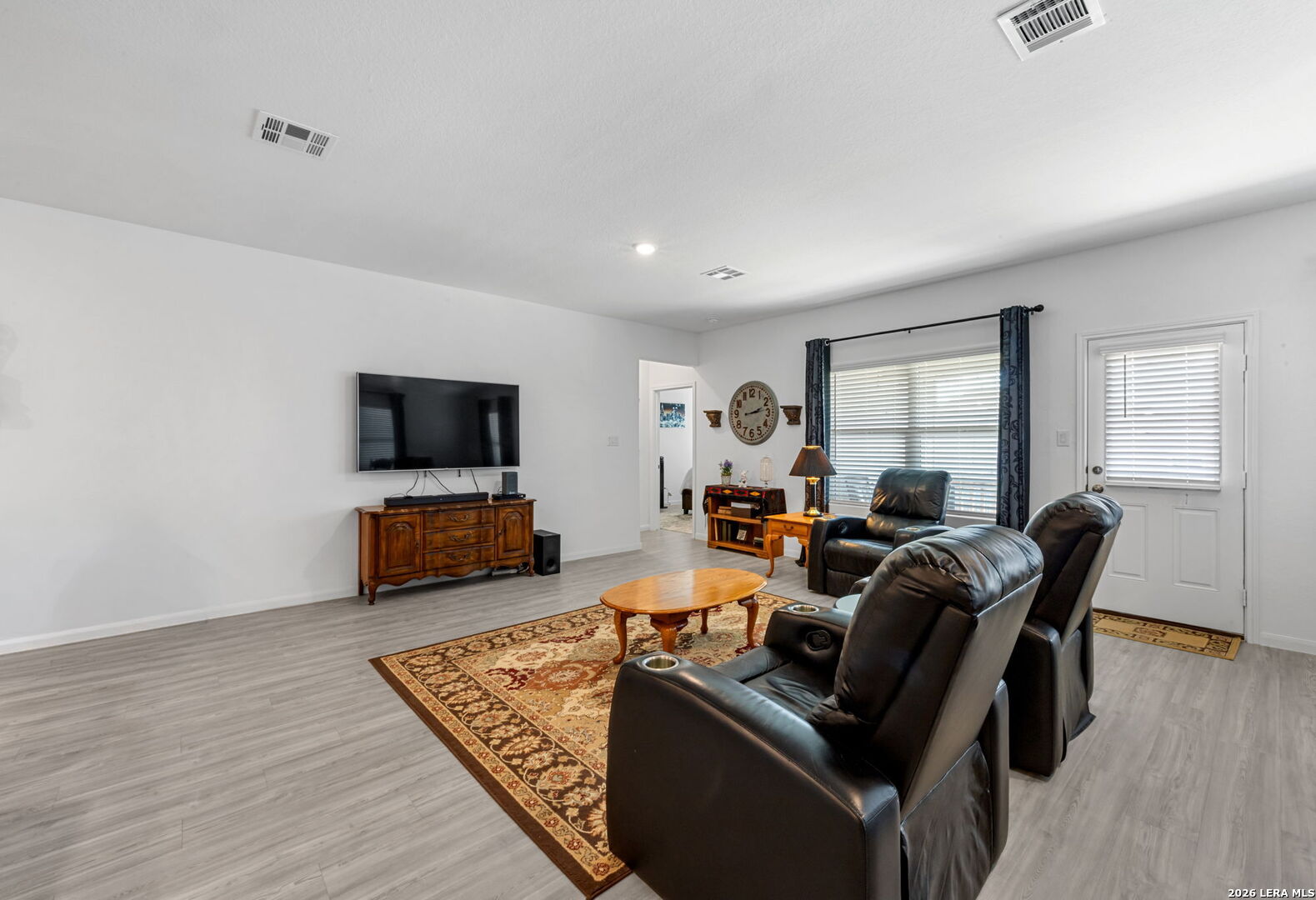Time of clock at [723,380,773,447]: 2:13
